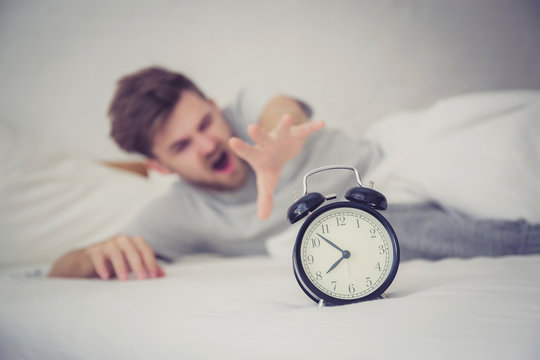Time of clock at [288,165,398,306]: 7:52
